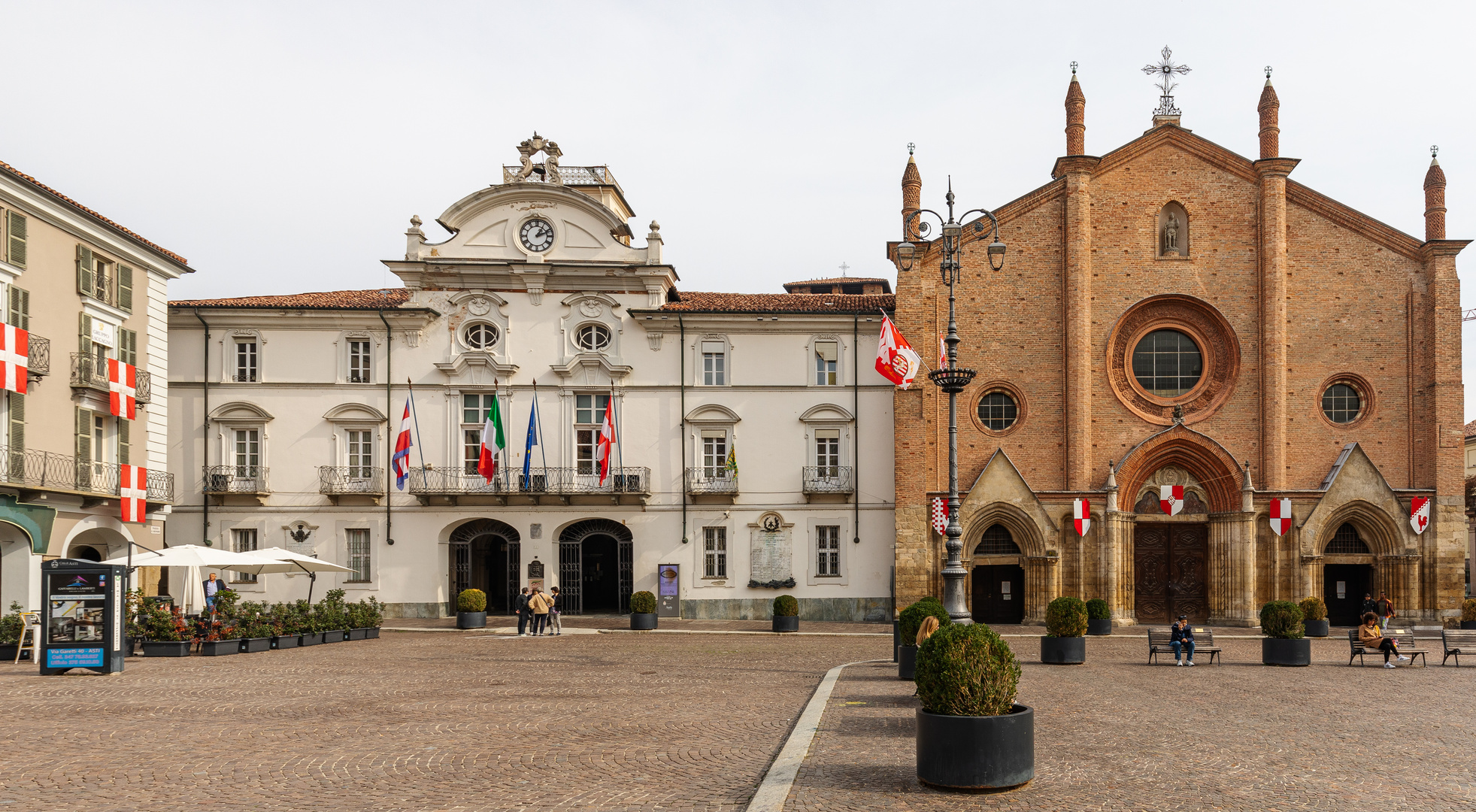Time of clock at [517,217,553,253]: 1:11
